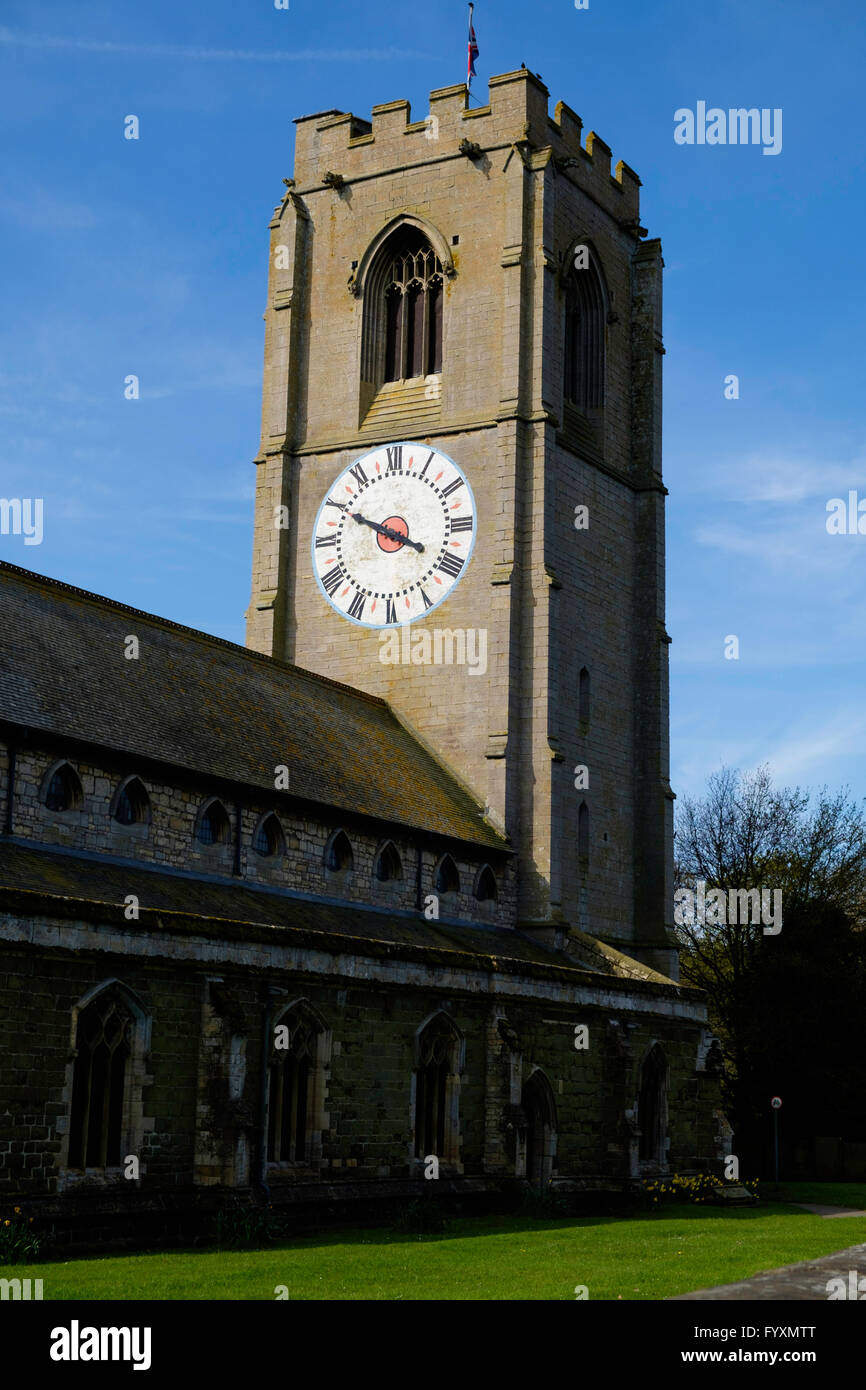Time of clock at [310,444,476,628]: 3:49
